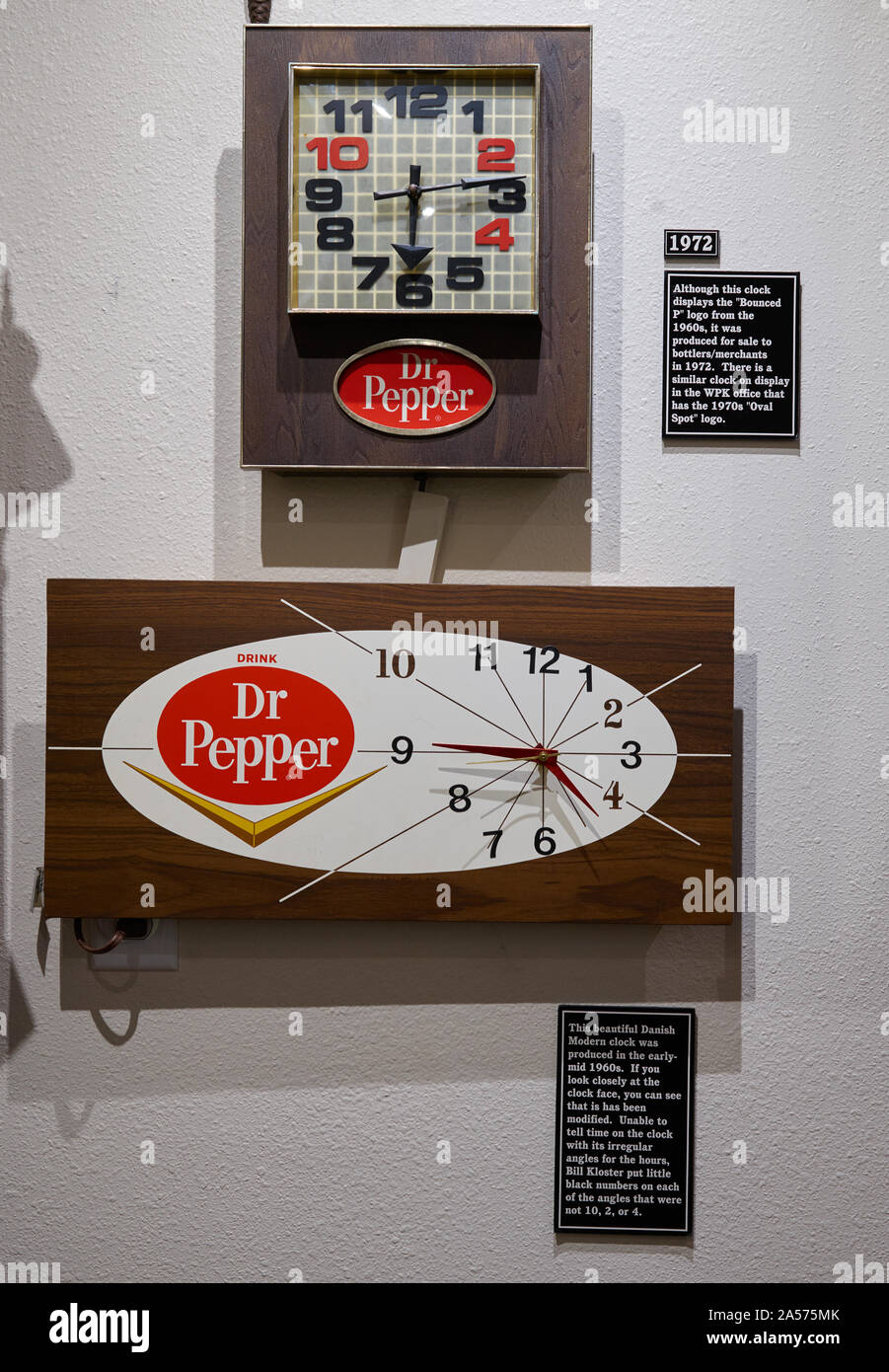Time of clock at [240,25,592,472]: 6:13
